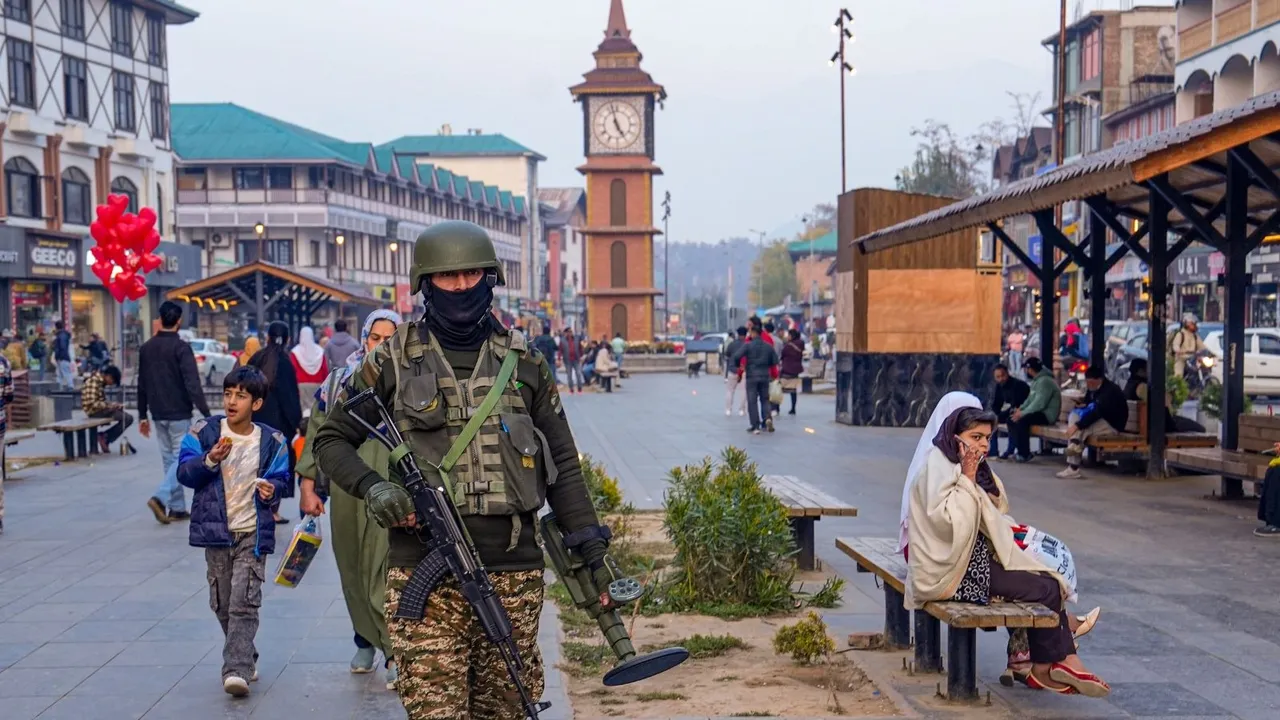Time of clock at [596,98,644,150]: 4:57
